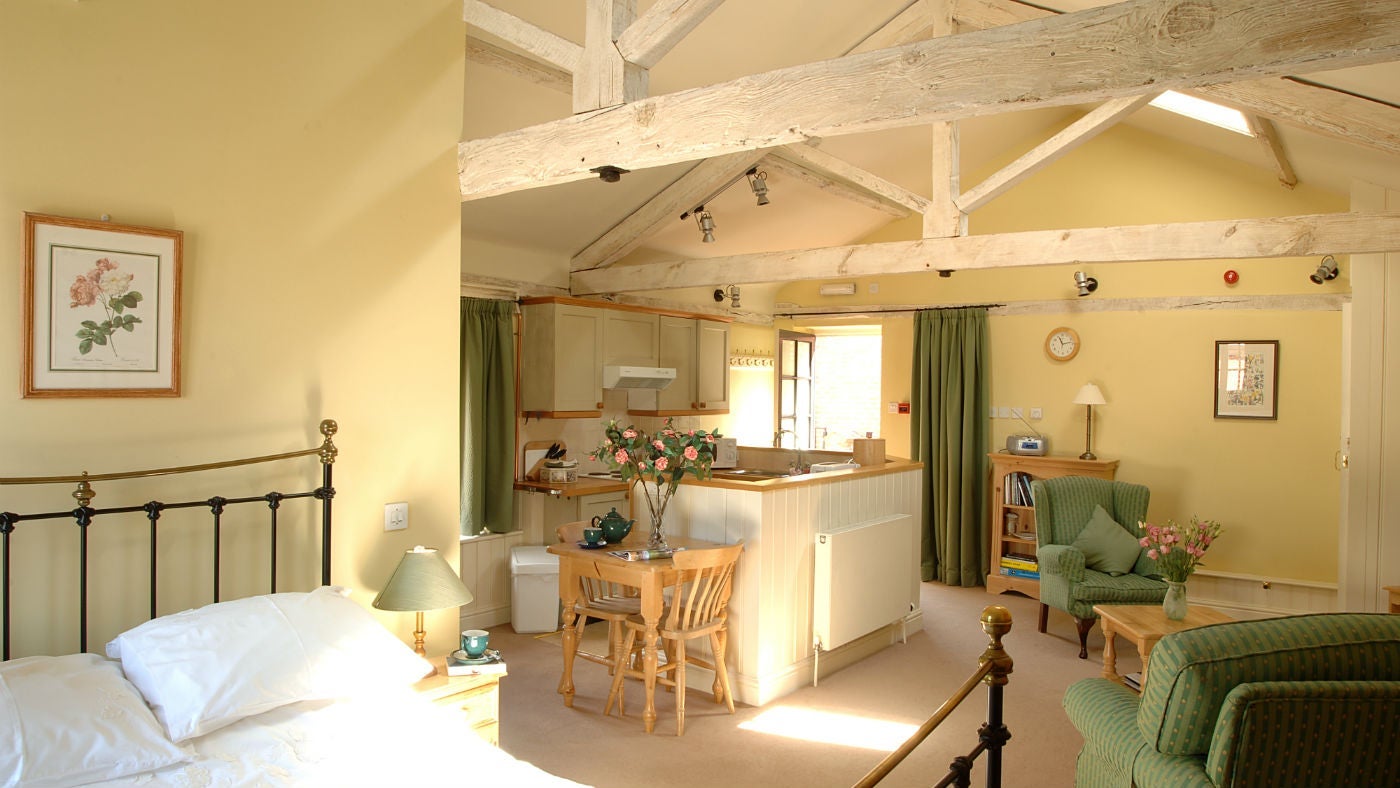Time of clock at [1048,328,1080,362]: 11:13
